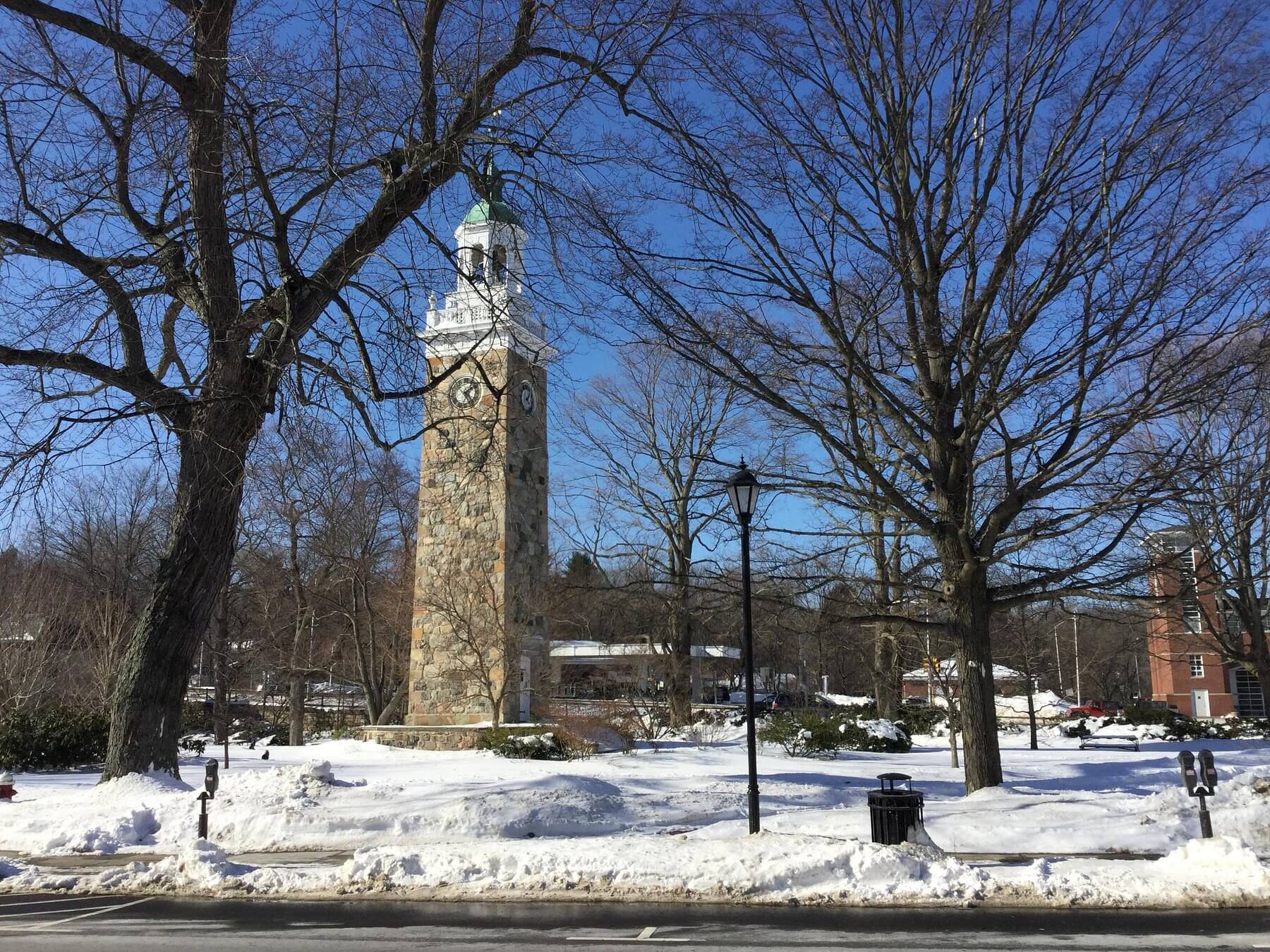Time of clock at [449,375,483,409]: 1:24
